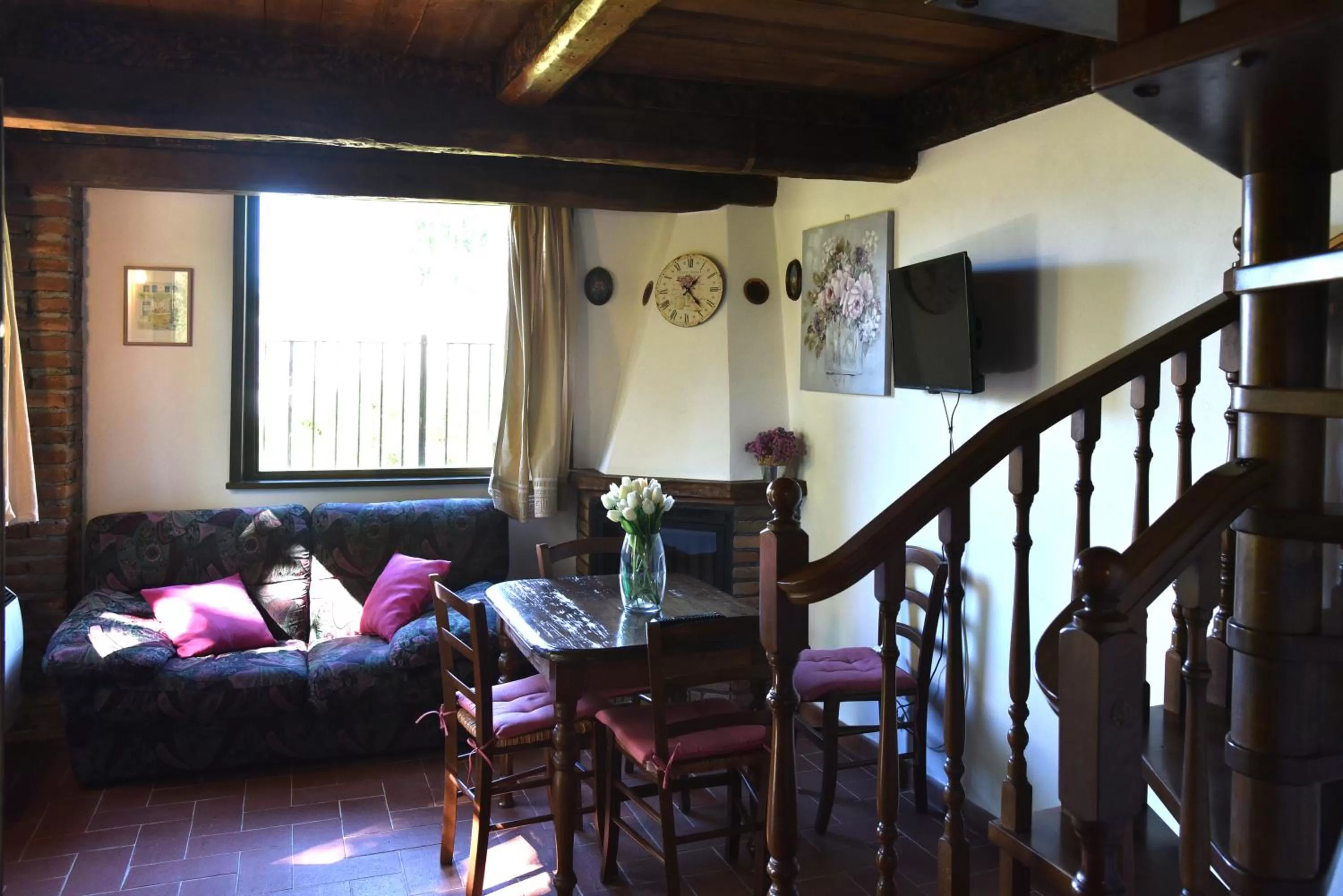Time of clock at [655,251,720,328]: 1:22
